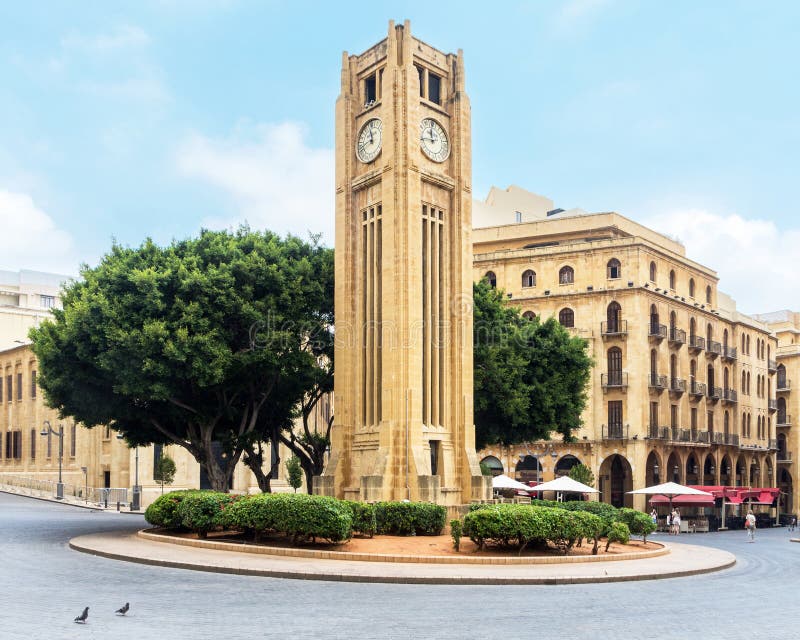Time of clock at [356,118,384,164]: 11:40
